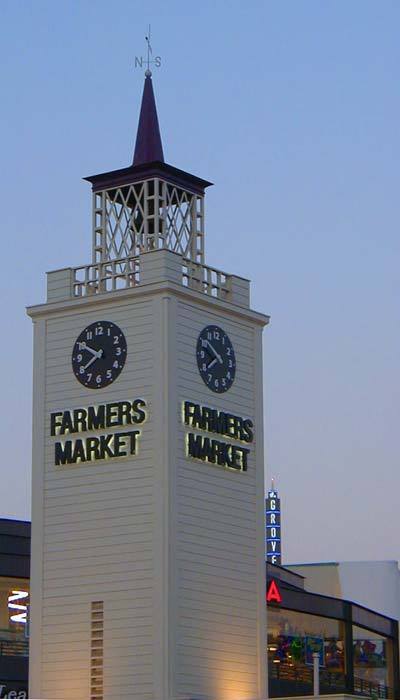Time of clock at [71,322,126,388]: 7:50
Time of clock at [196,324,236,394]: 7:51
